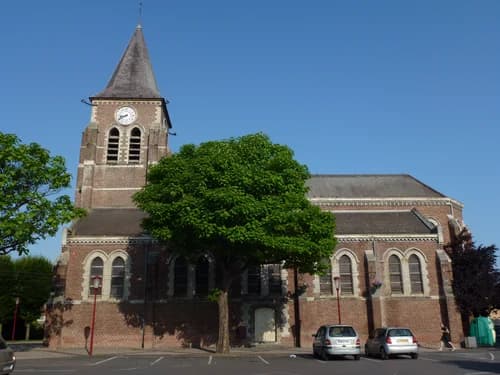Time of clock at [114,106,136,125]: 8:40
